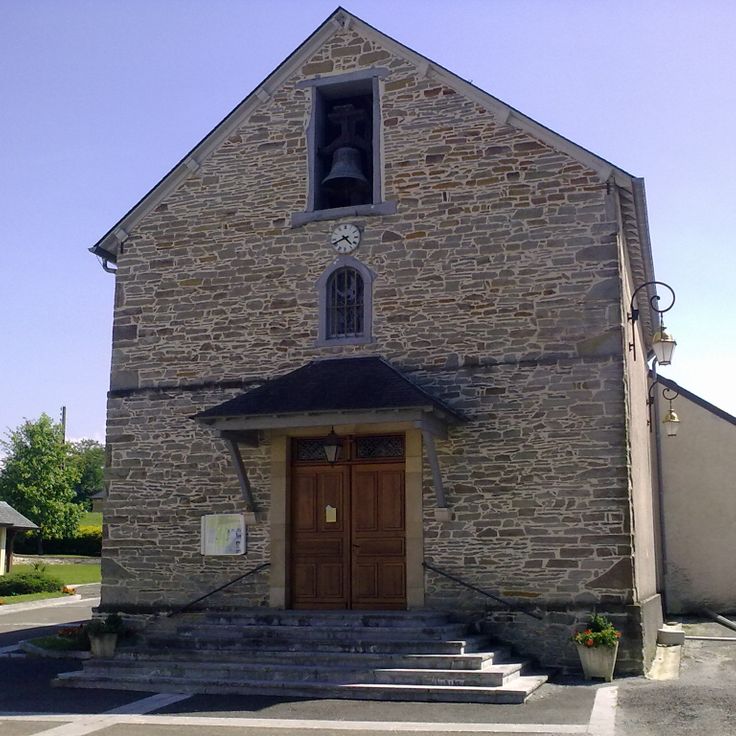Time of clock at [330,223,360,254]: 4:40
